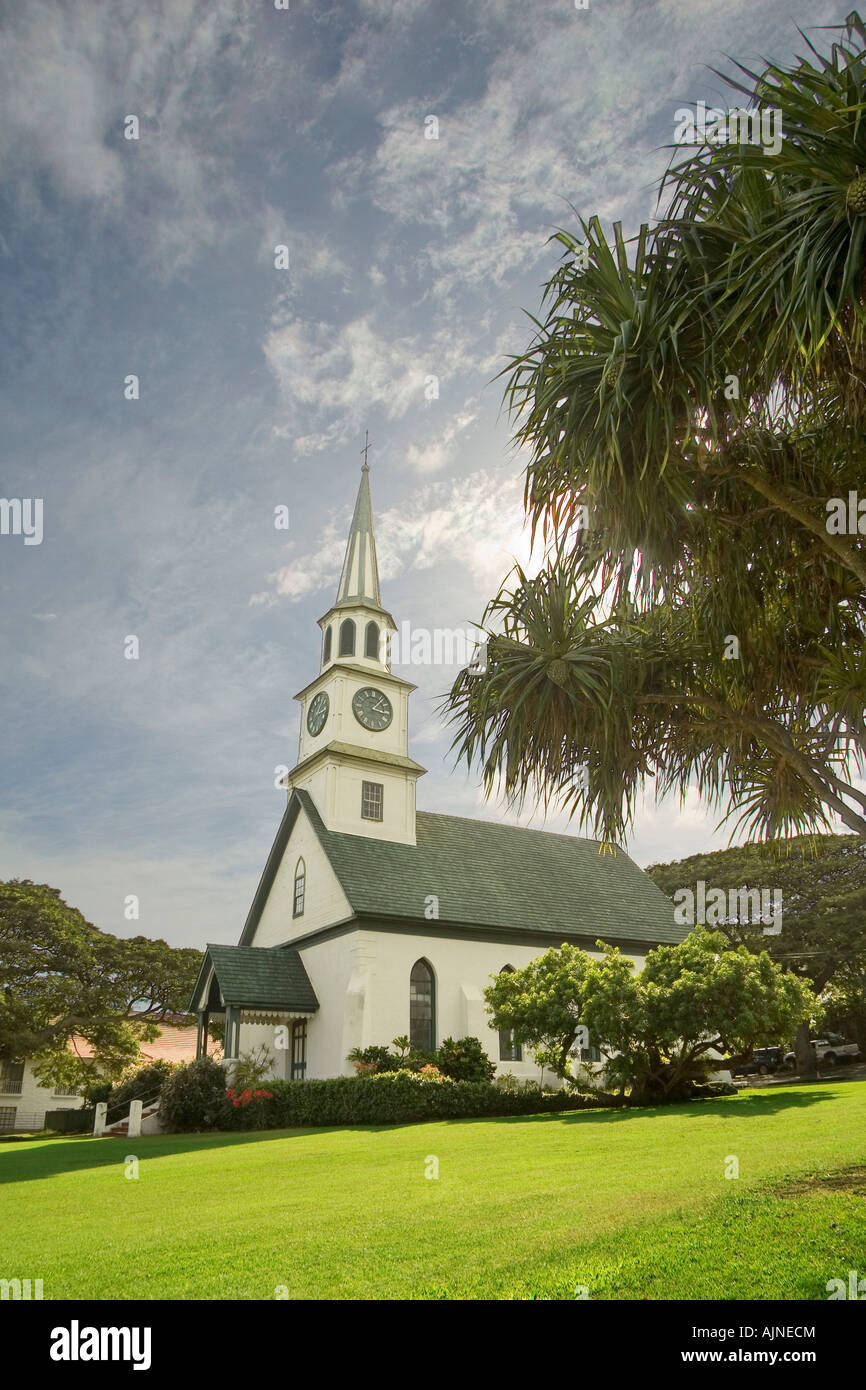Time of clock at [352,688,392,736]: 3:06
